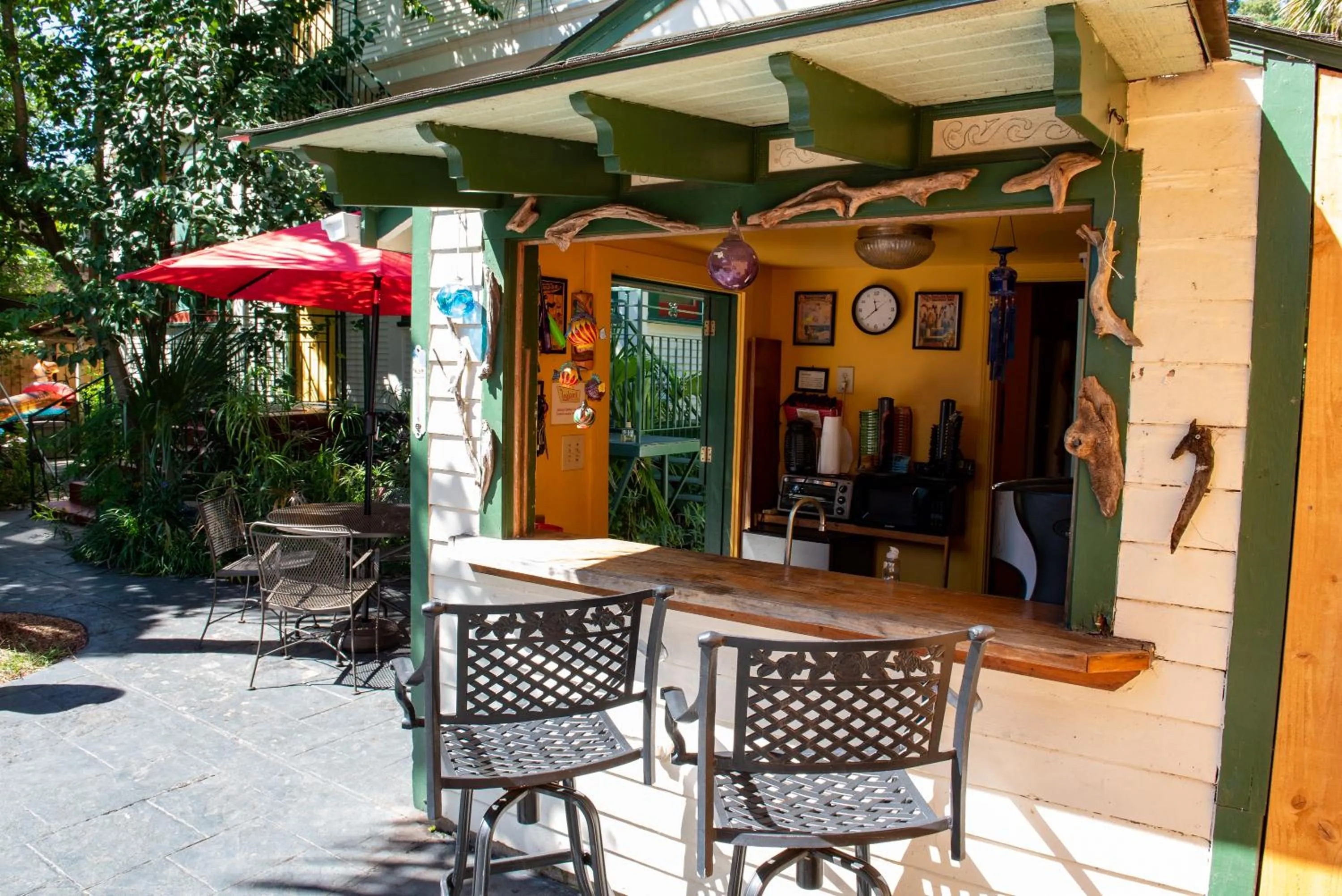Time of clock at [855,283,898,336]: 11:38
